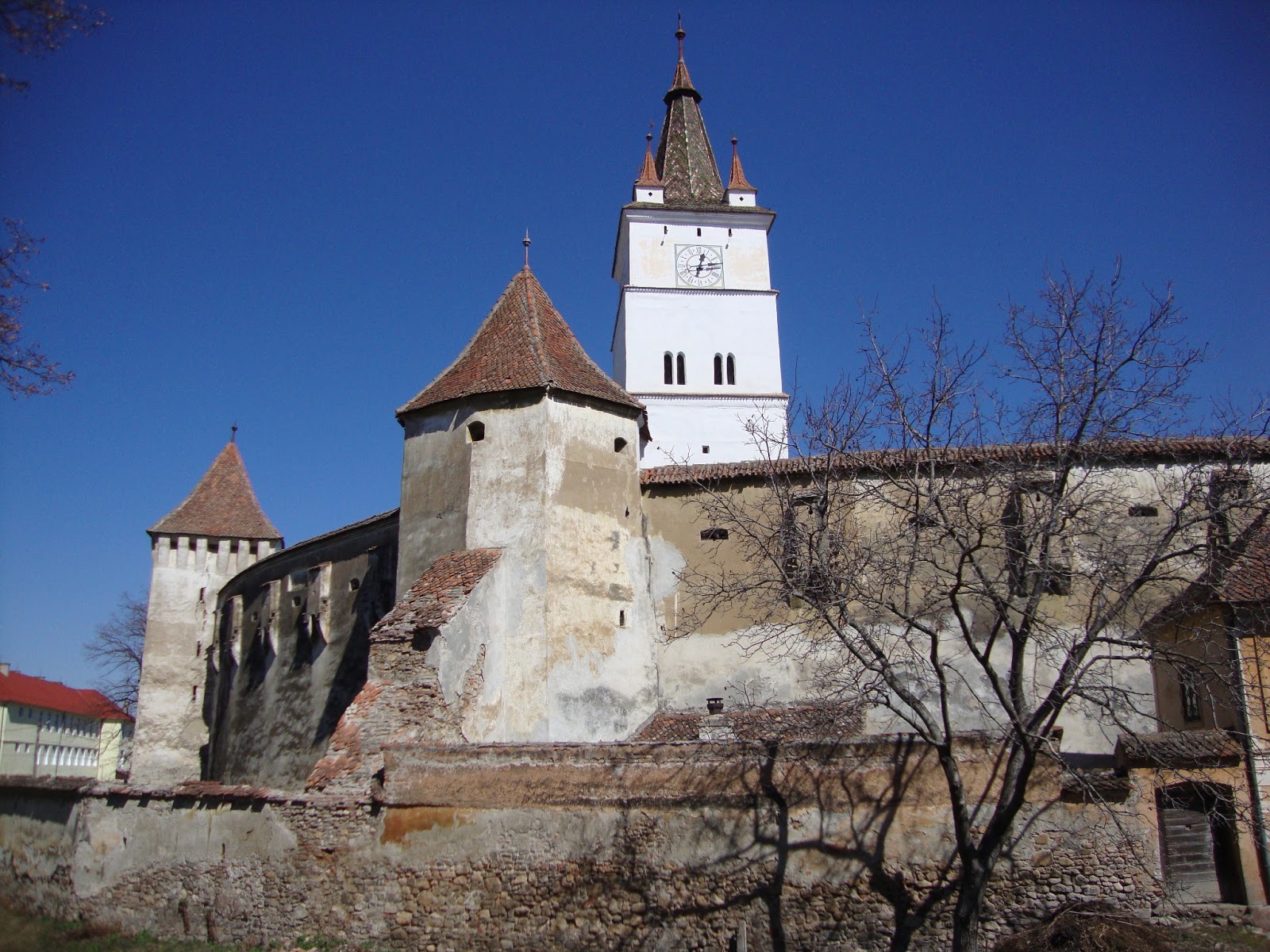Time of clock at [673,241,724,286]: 12:33
